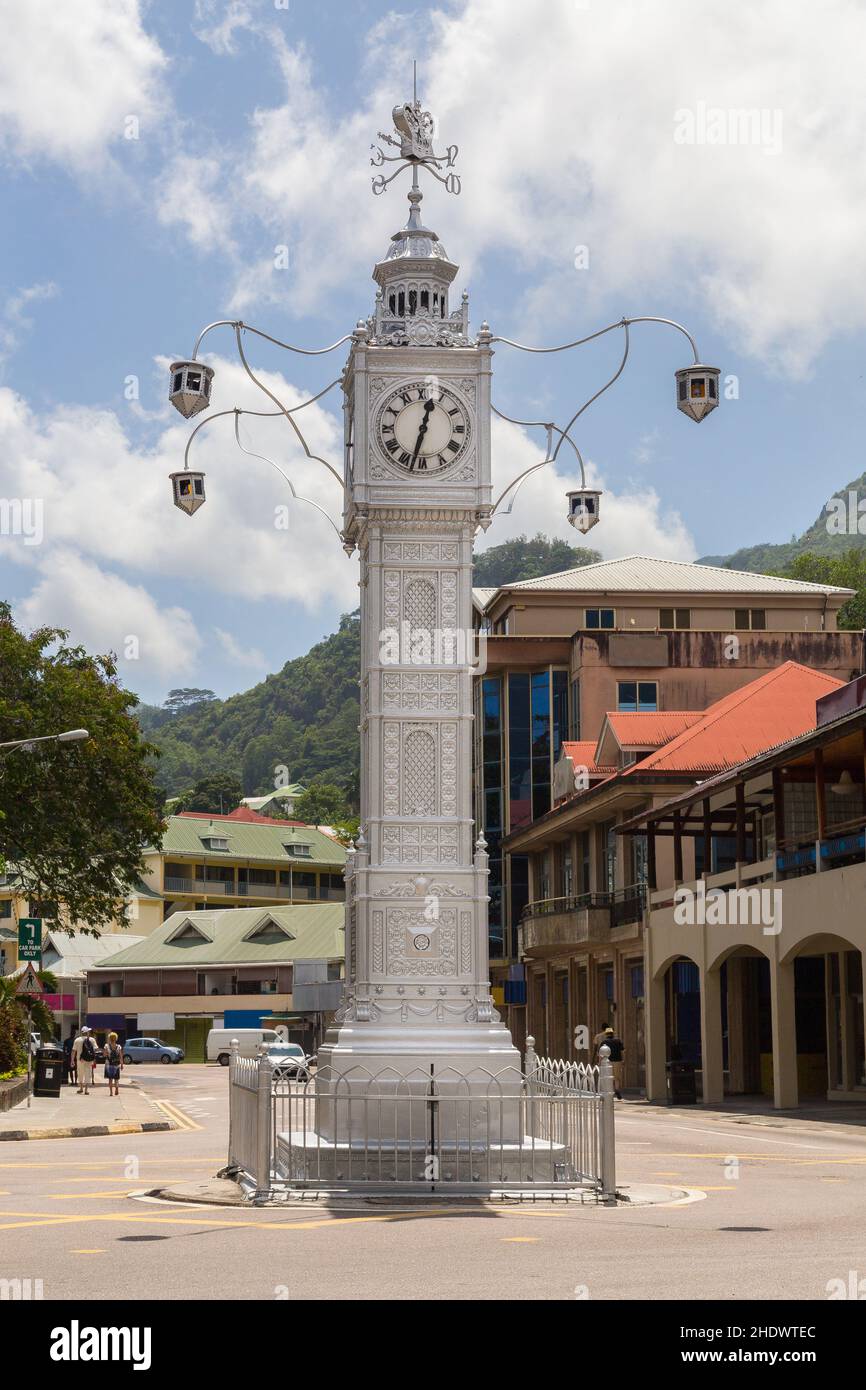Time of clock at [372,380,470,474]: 12:32
